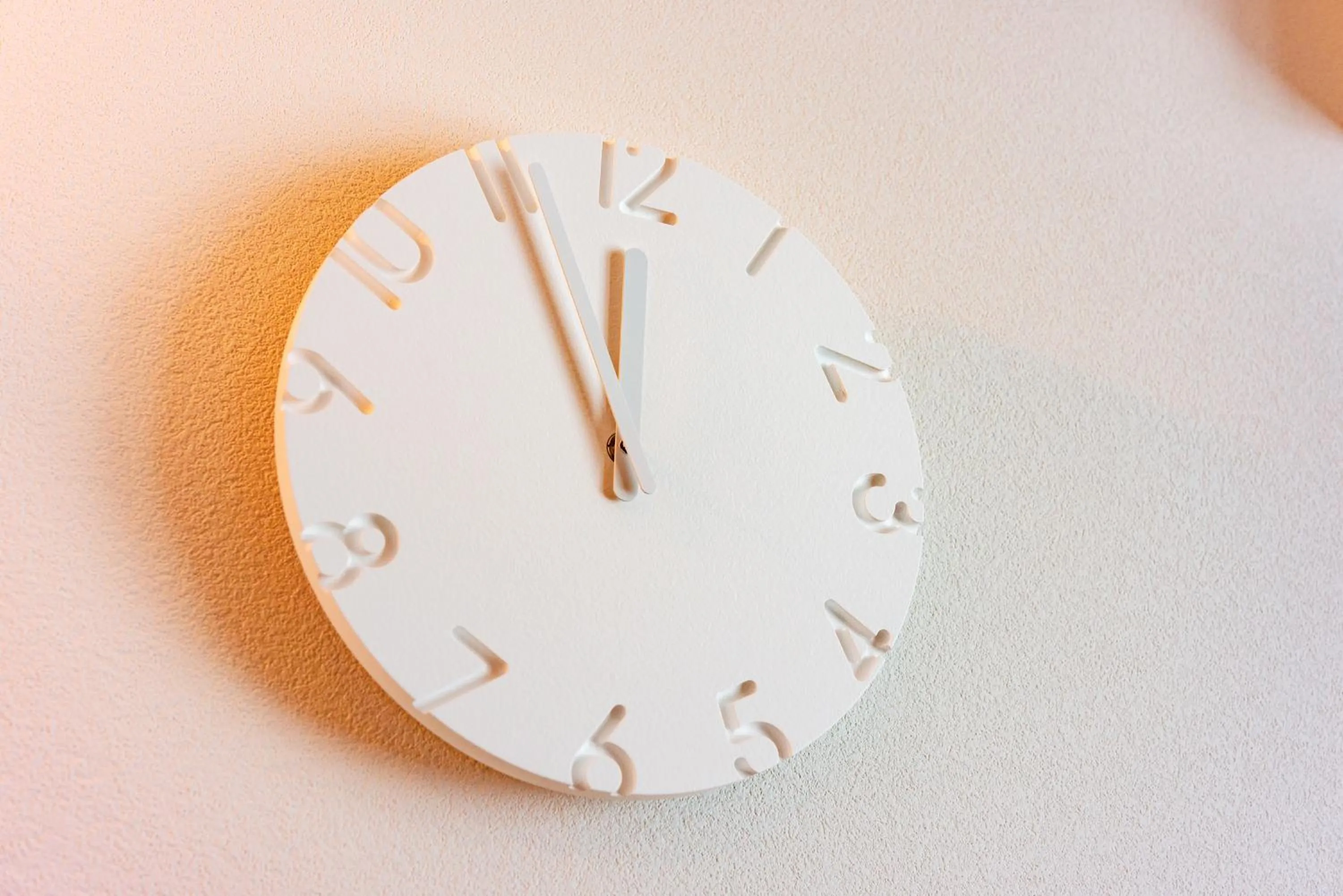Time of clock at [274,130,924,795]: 11:55
